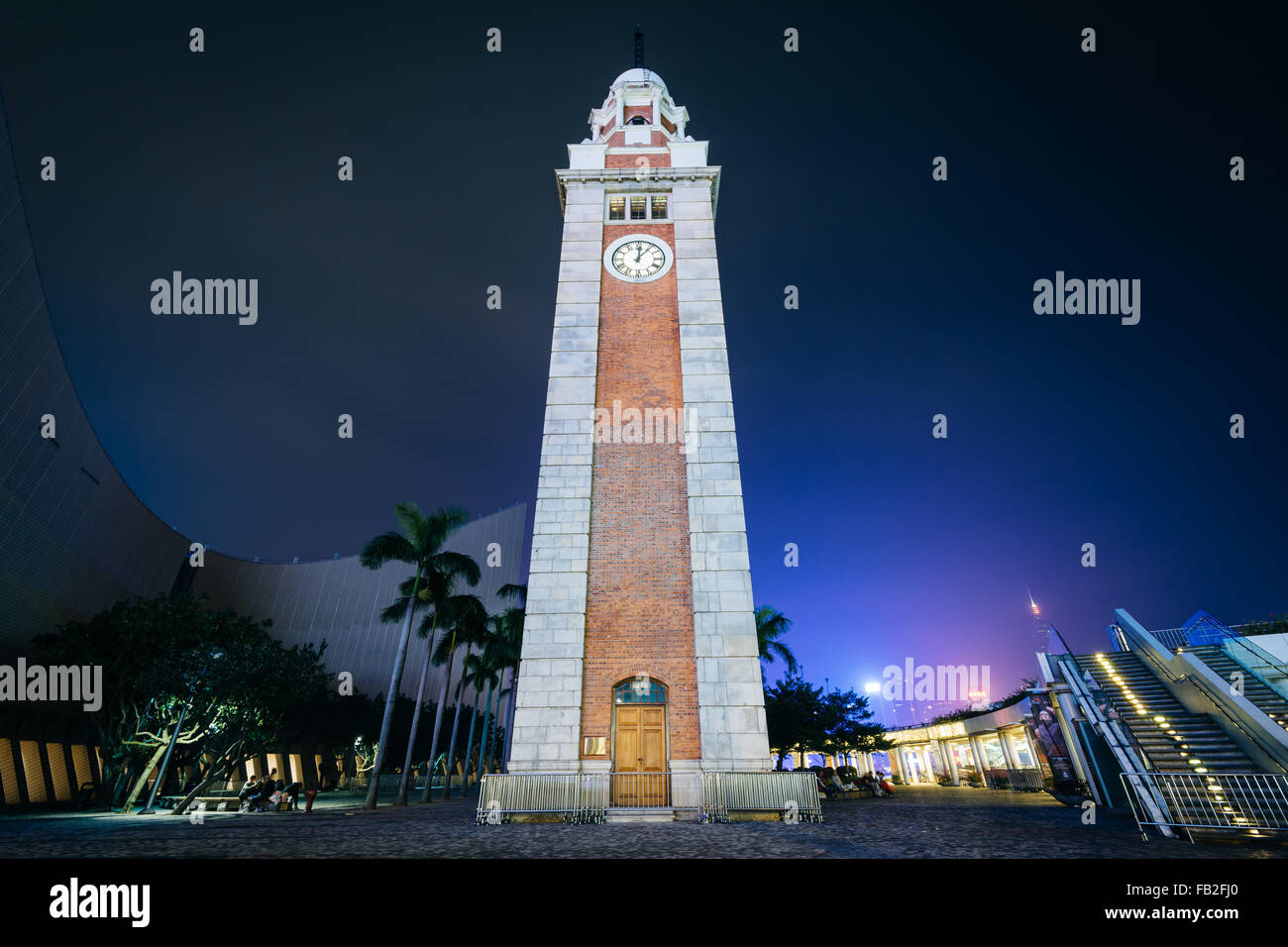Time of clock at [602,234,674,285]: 12:06
